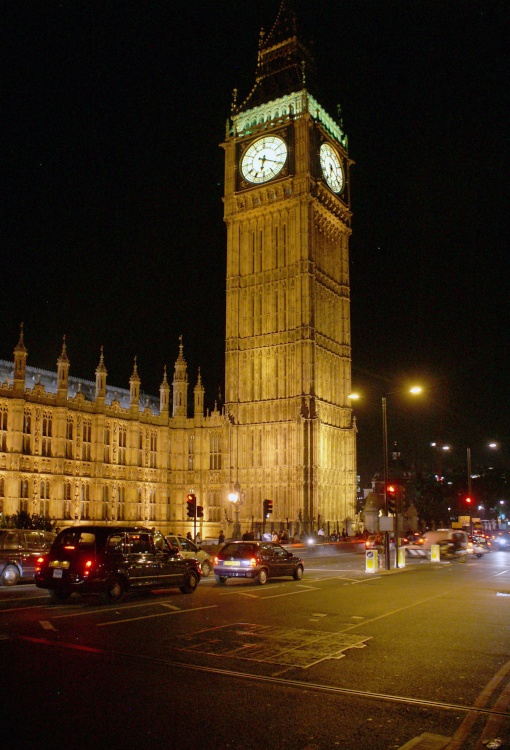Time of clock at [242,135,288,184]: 6:19
